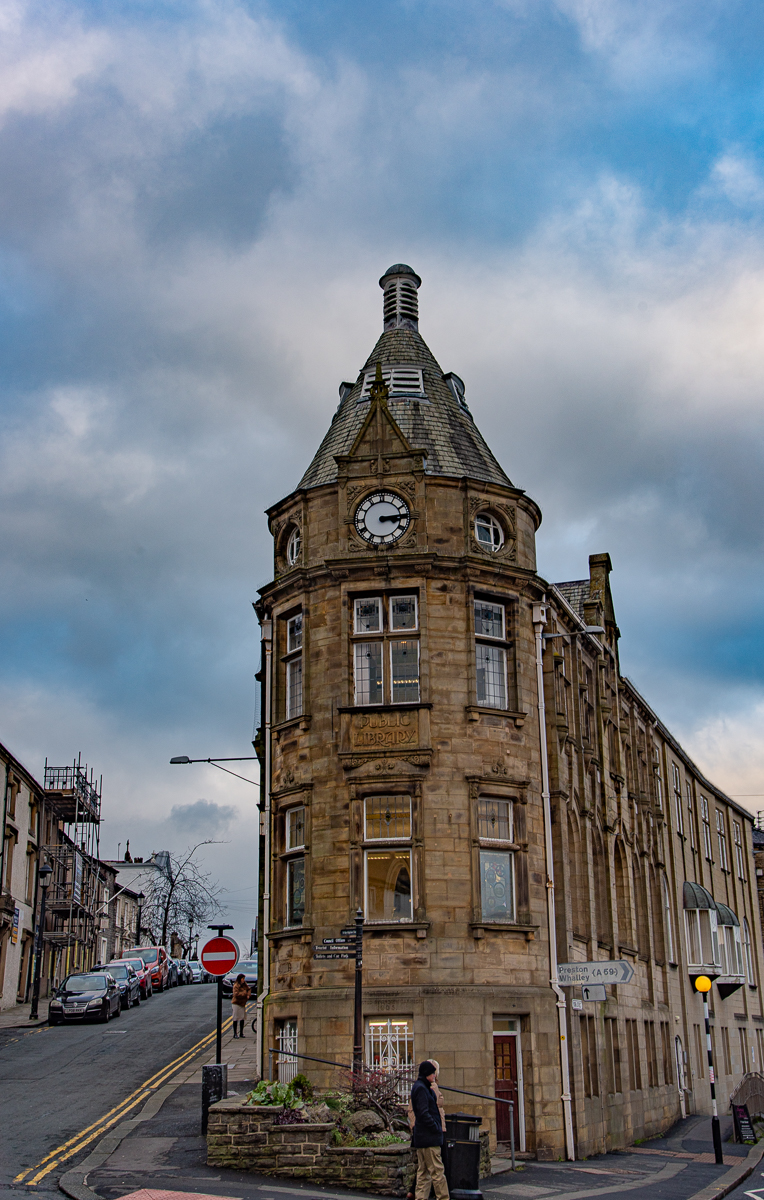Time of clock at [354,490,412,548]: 3:14
